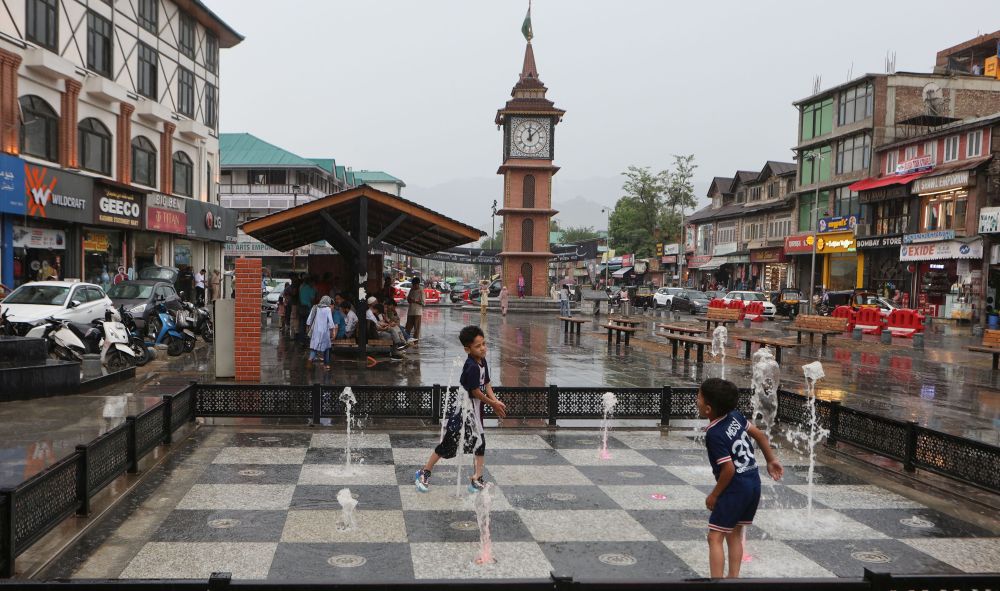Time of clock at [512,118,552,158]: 12:07
